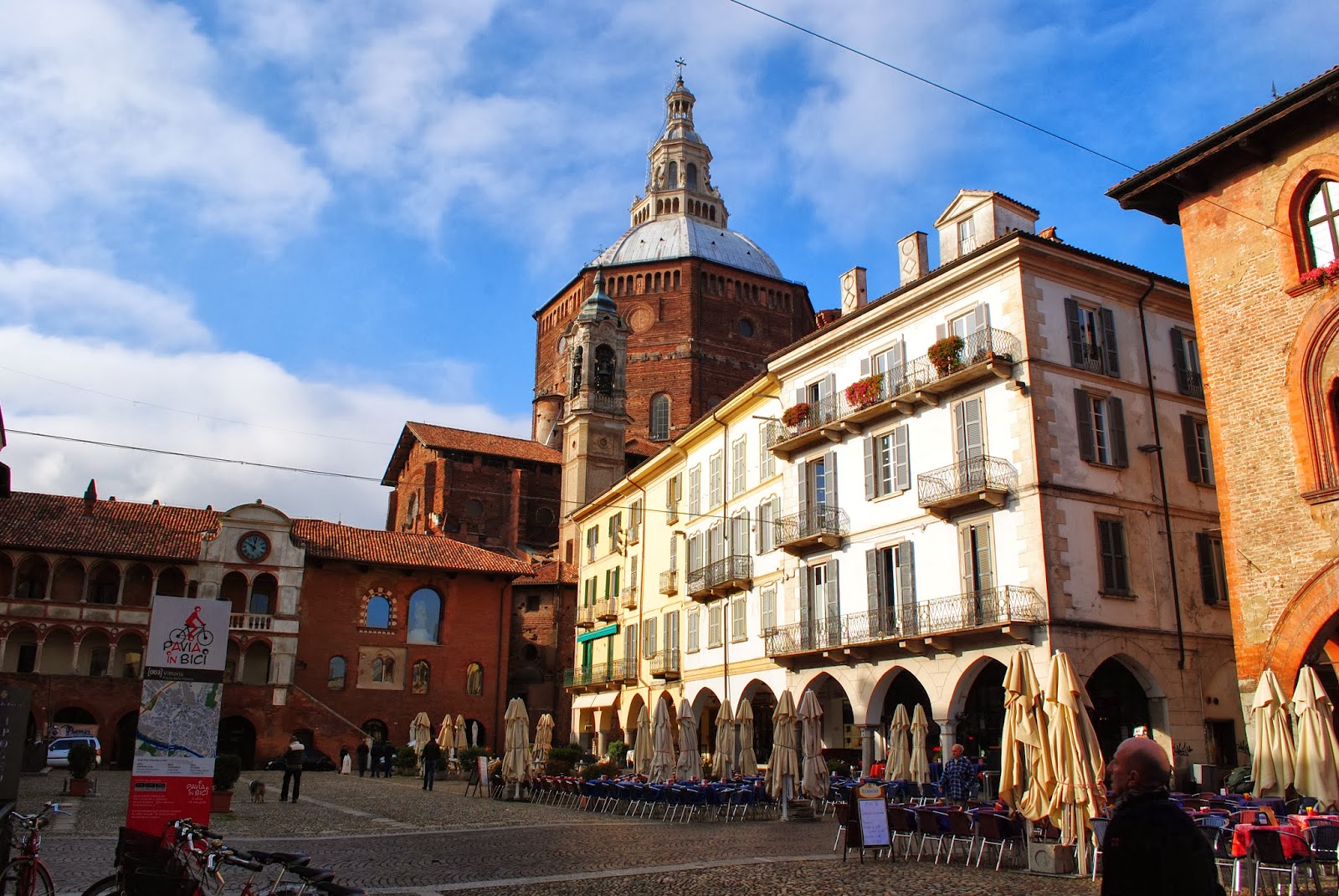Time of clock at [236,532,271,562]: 10:00
